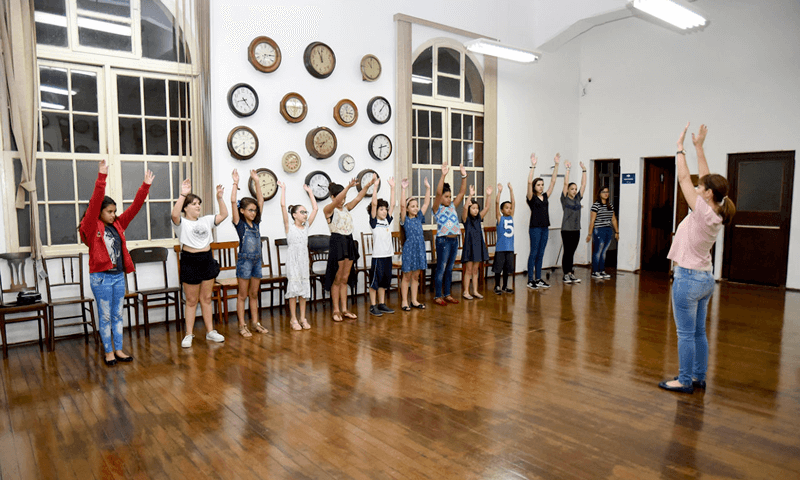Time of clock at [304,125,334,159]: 7:42
